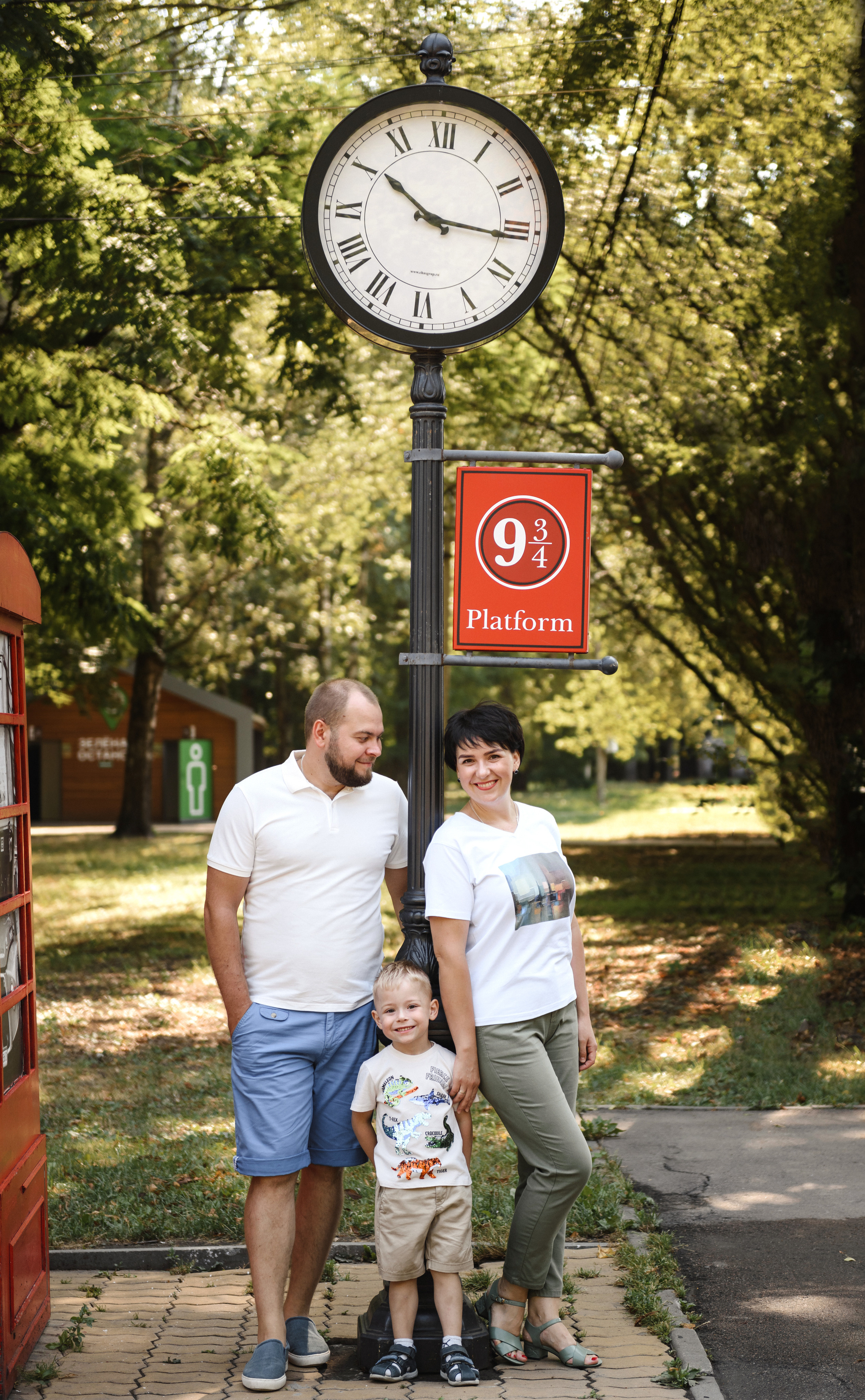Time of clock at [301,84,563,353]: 10:15
